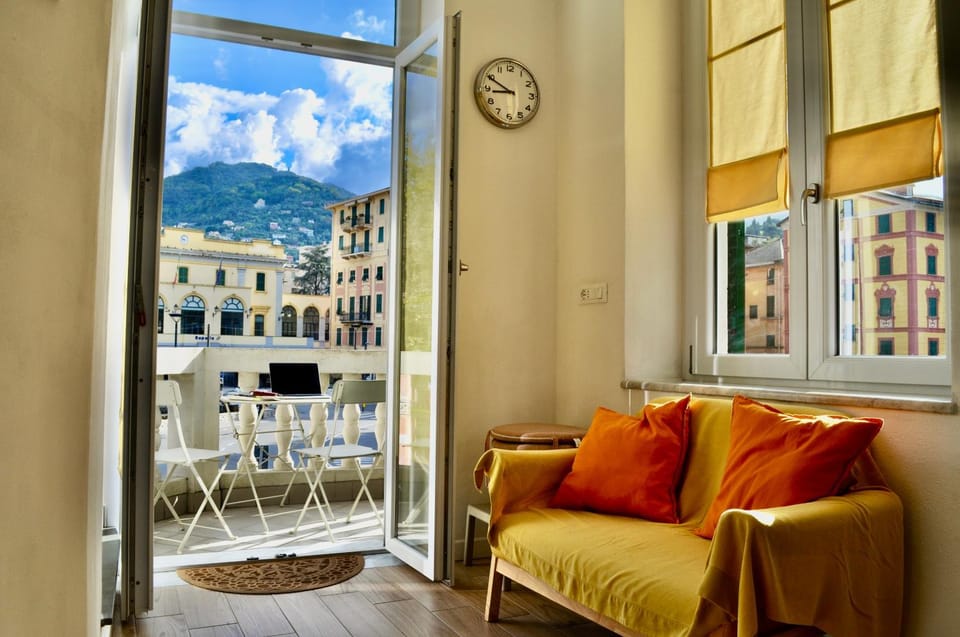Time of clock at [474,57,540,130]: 8:49
